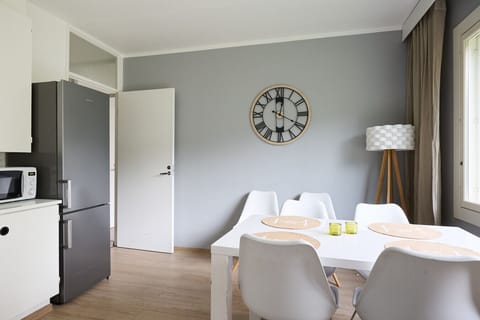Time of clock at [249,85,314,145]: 12:19
